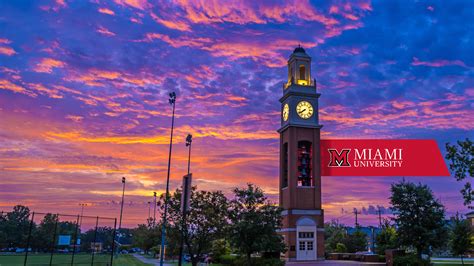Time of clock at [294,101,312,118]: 7:40
